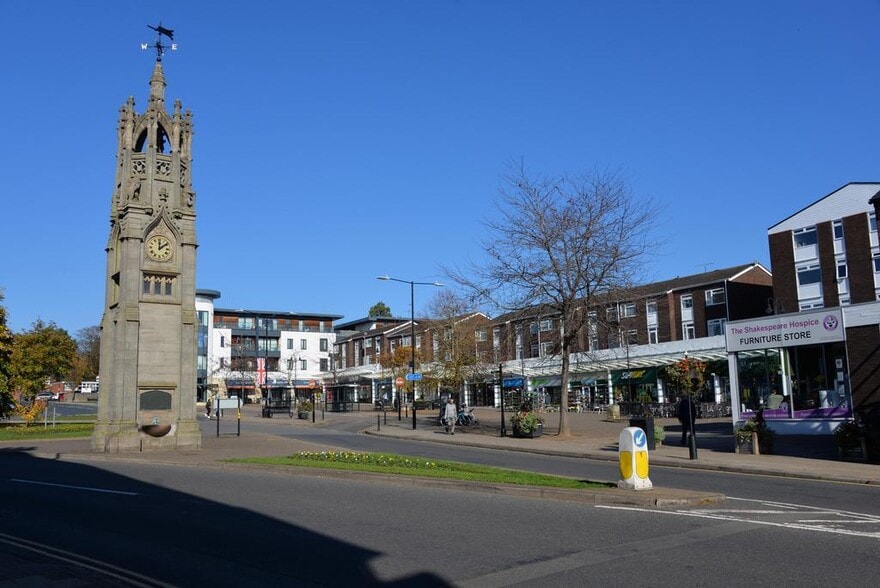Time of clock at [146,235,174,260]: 12:09
